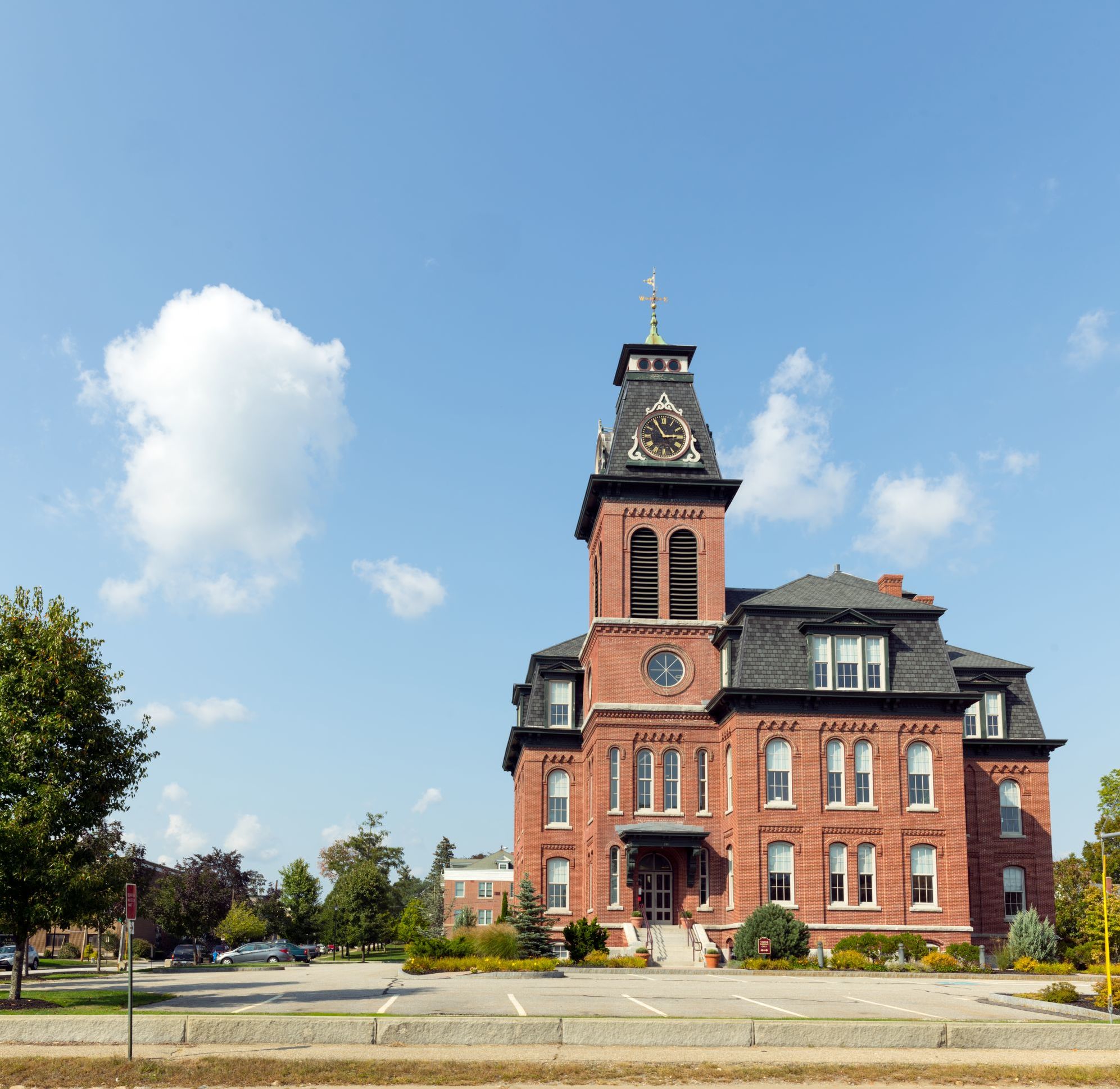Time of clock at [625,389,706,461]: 2:54
